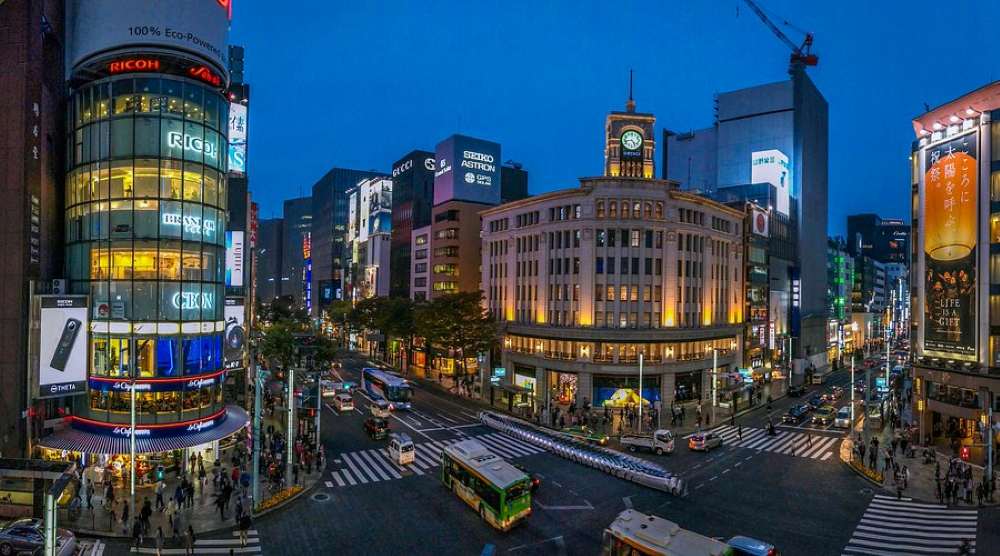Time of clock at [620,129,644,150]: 4:42
